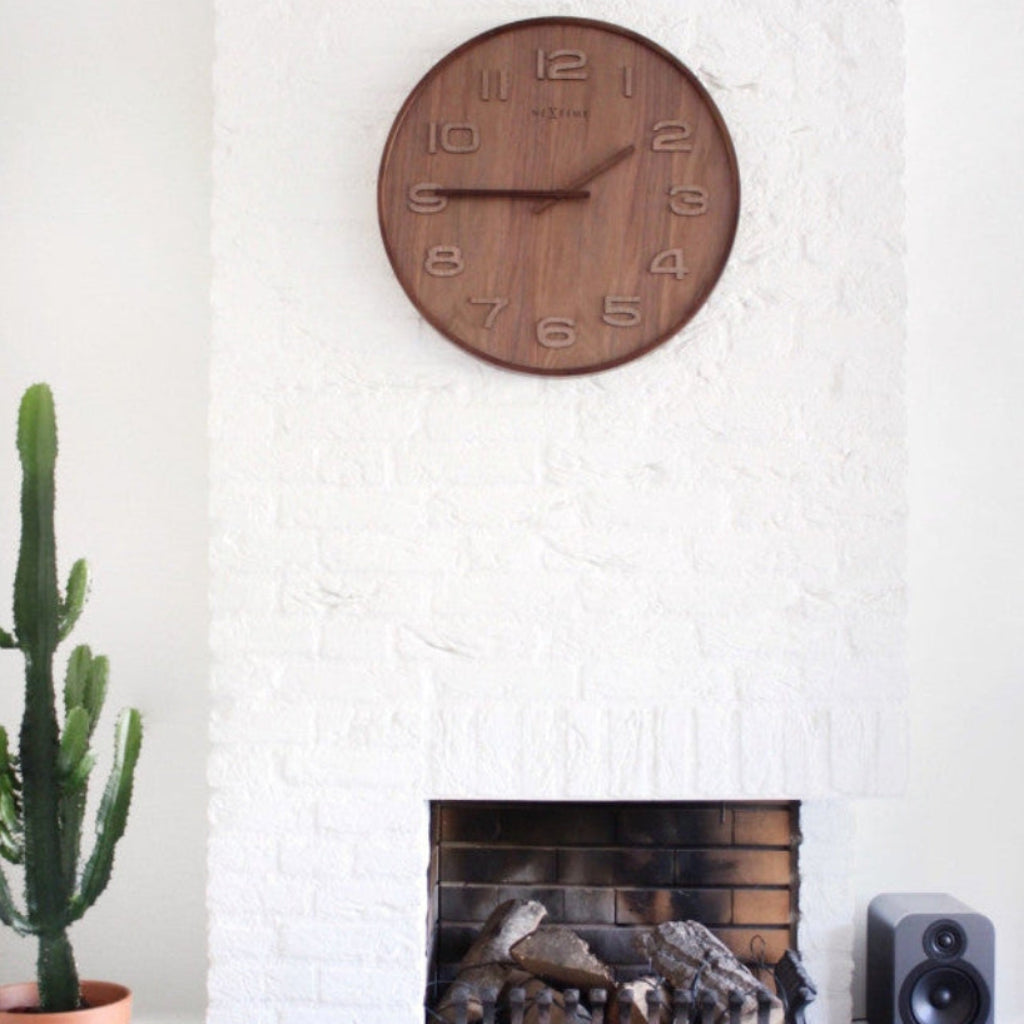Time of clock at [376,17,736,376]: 1:45
